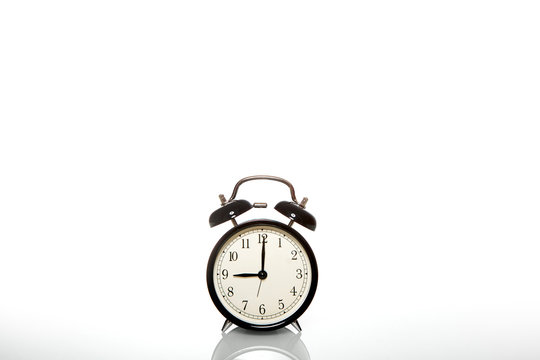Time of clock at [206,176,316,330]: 9:00
